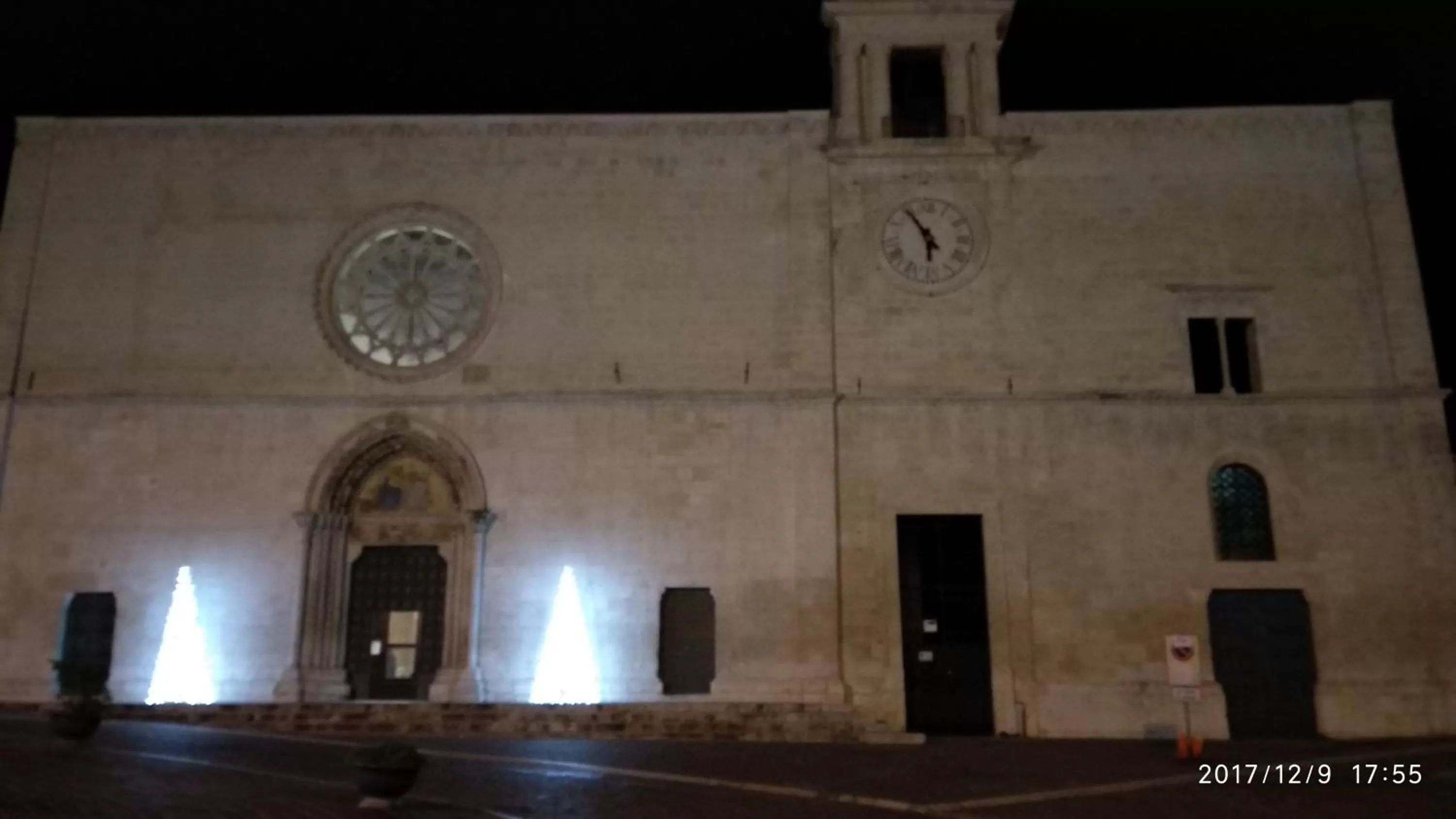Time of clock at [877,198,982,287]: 5:54
